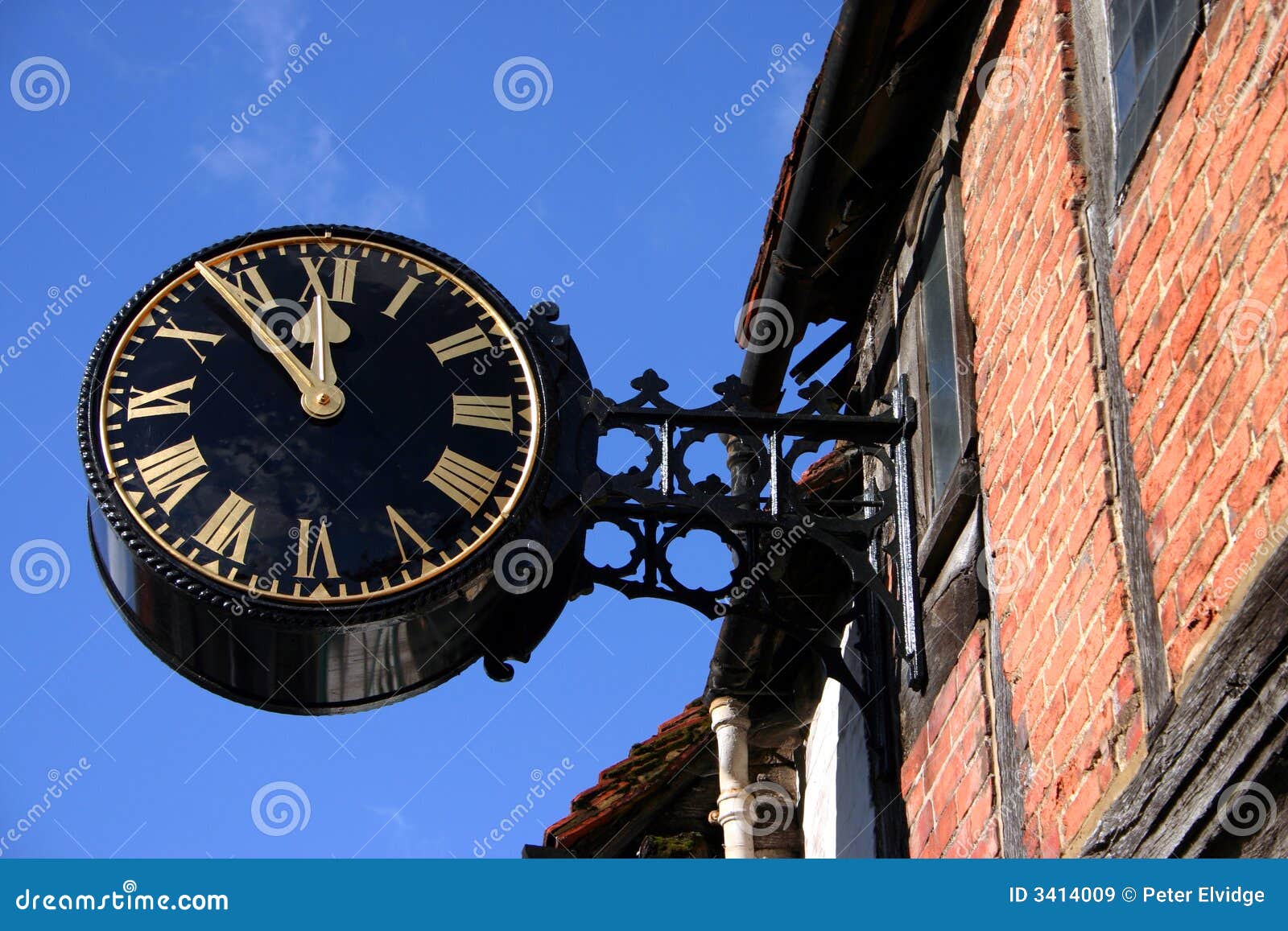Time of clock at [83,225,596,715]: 11:53
